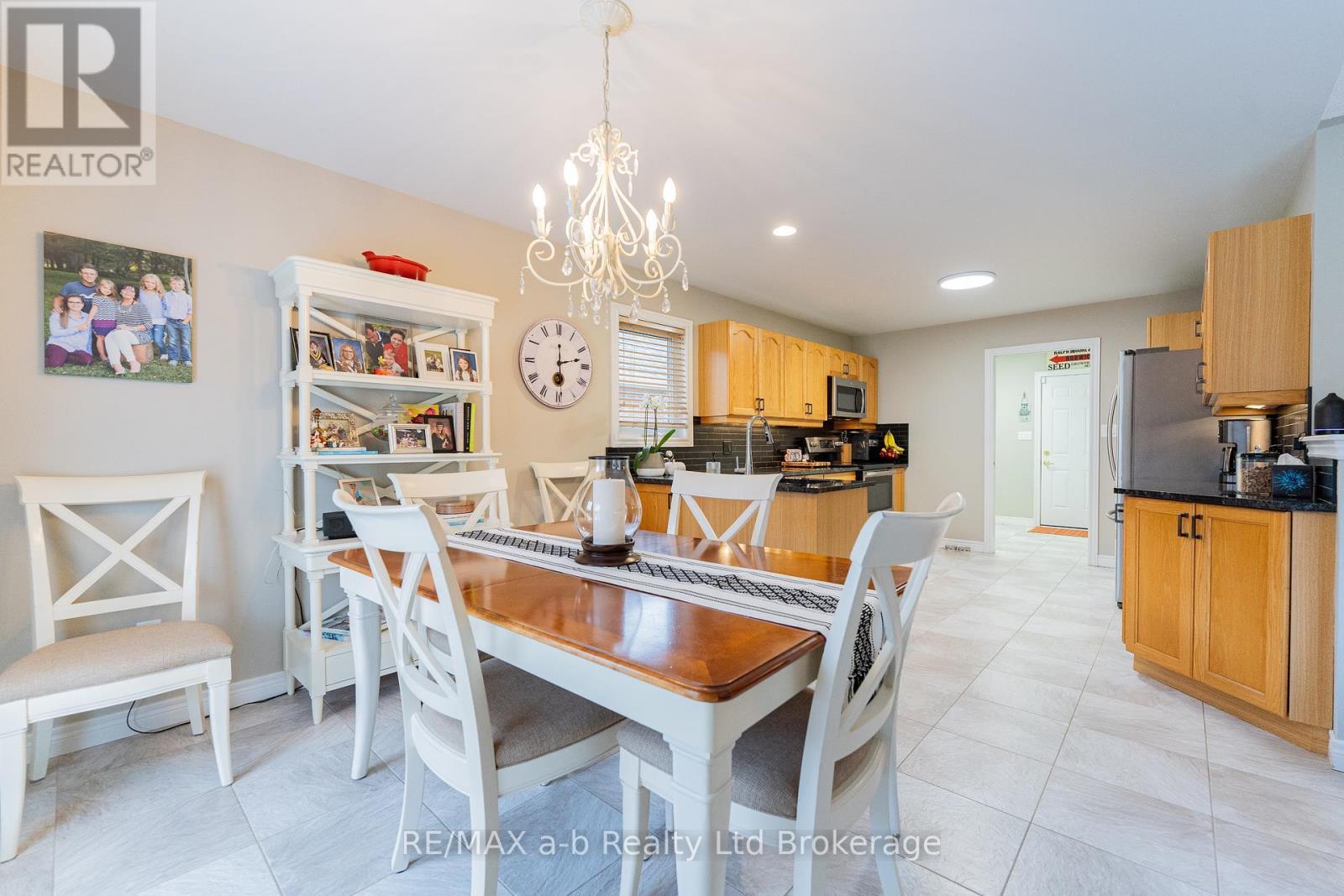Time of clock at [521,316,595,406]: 12:12
